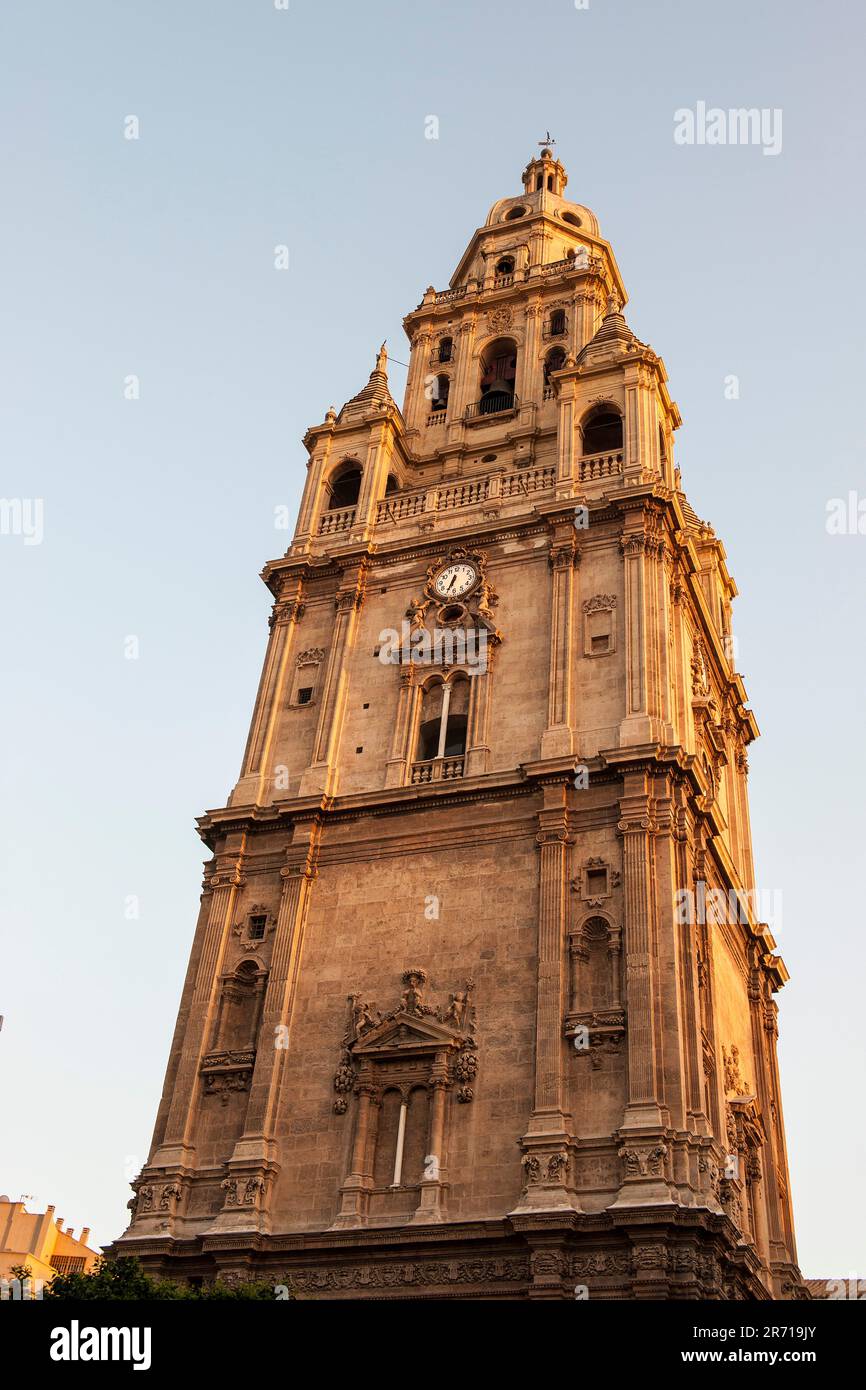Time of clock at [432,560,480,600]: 6:34
